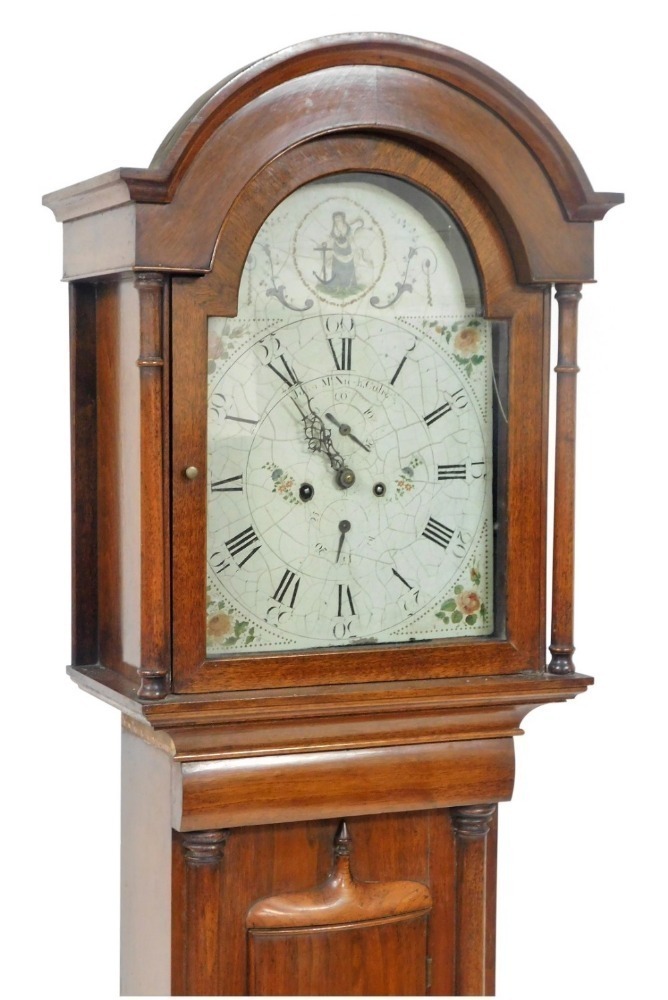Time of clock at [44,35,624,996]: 8:52
